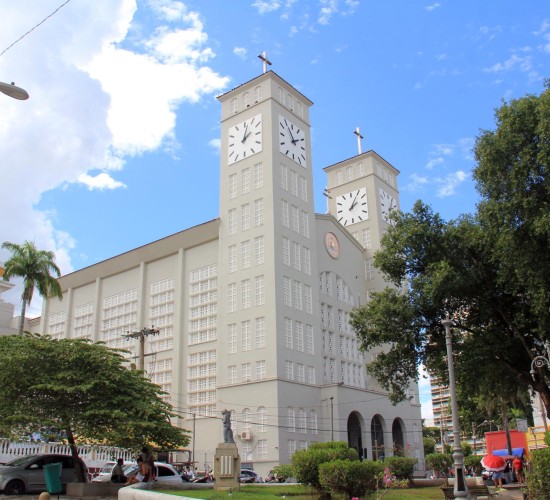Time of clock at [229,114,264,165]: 2:02
